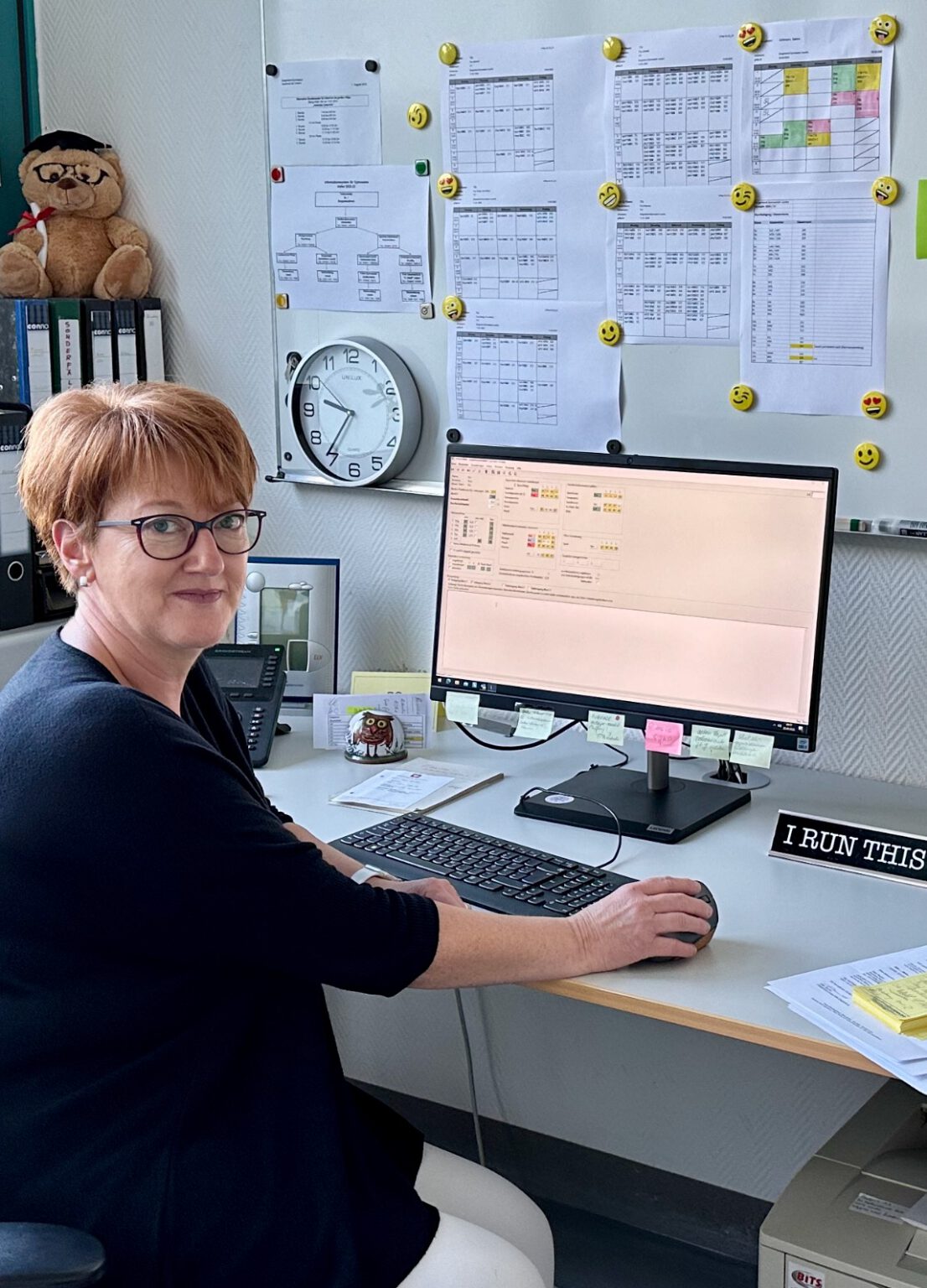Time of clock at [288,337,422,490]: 9:35
